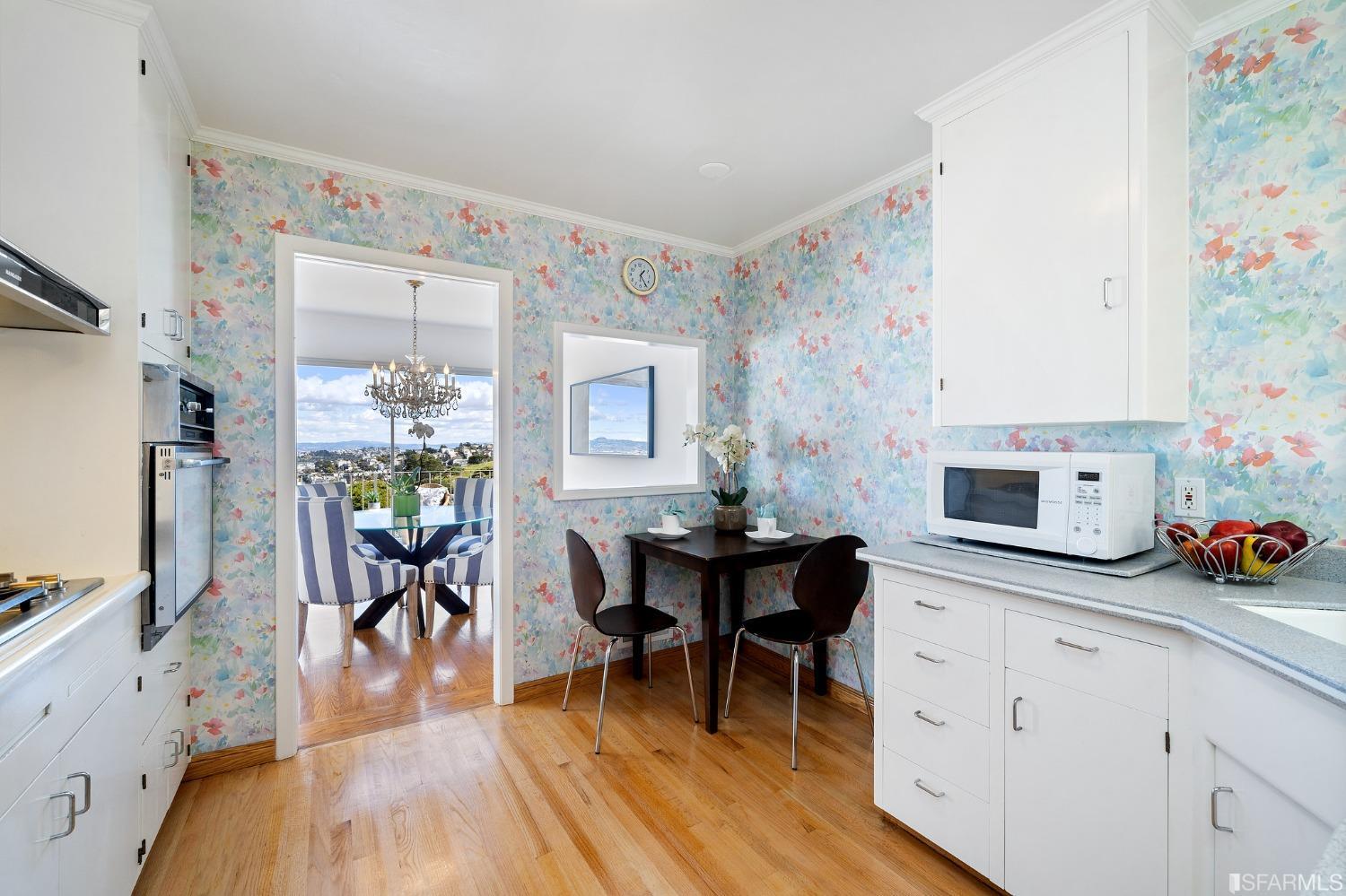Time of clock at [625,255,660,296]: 1:24
